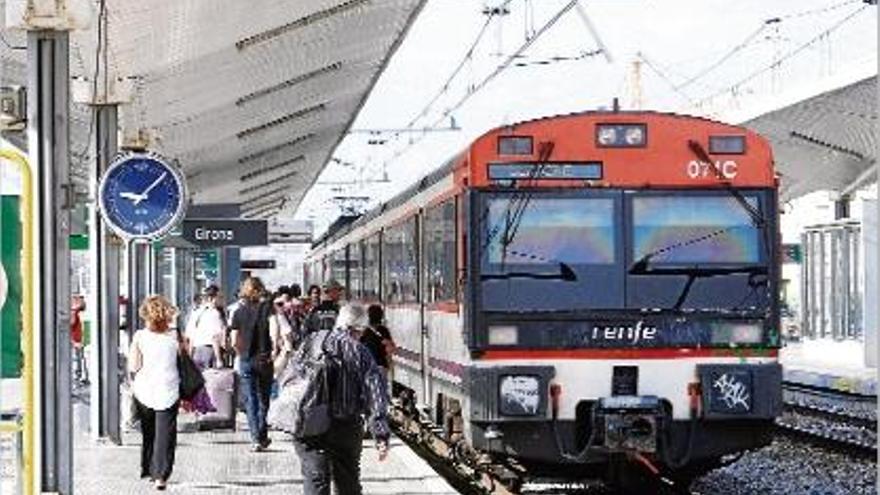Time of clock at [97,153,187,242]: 9:07
